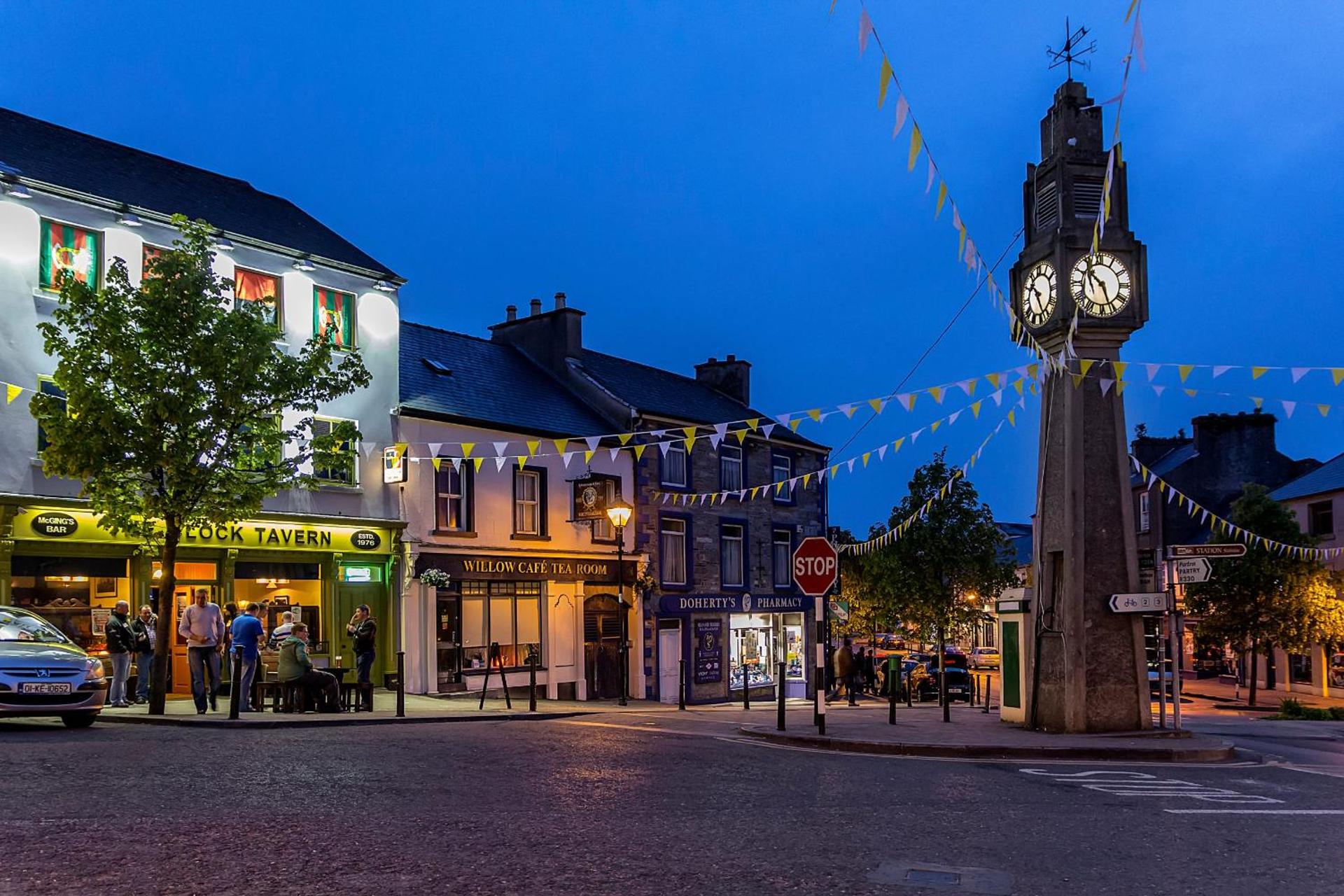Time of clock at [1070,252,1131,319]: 10:26
